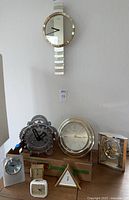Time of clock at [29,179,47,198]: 4:12
